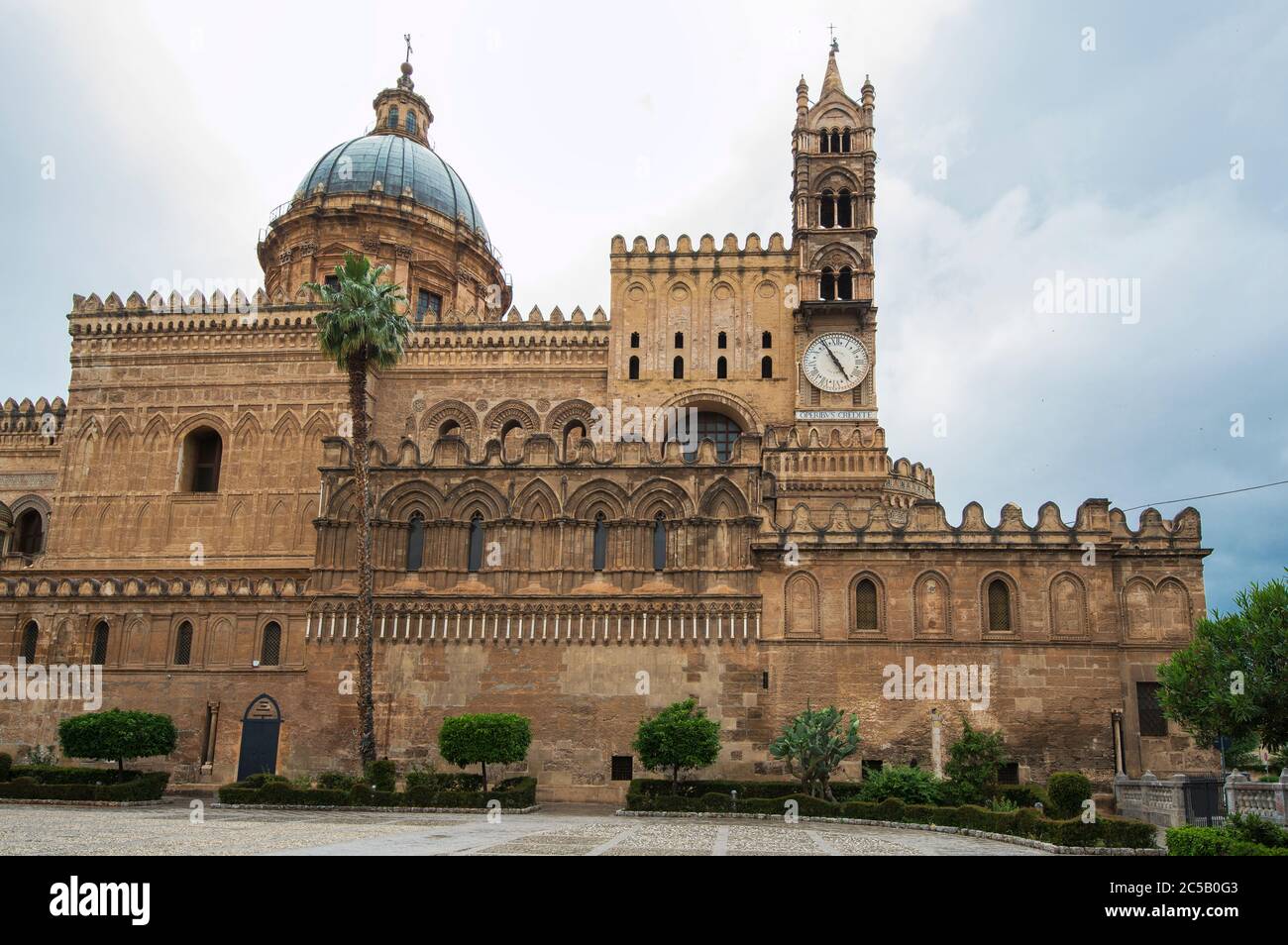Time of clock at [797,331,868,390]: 4:54
